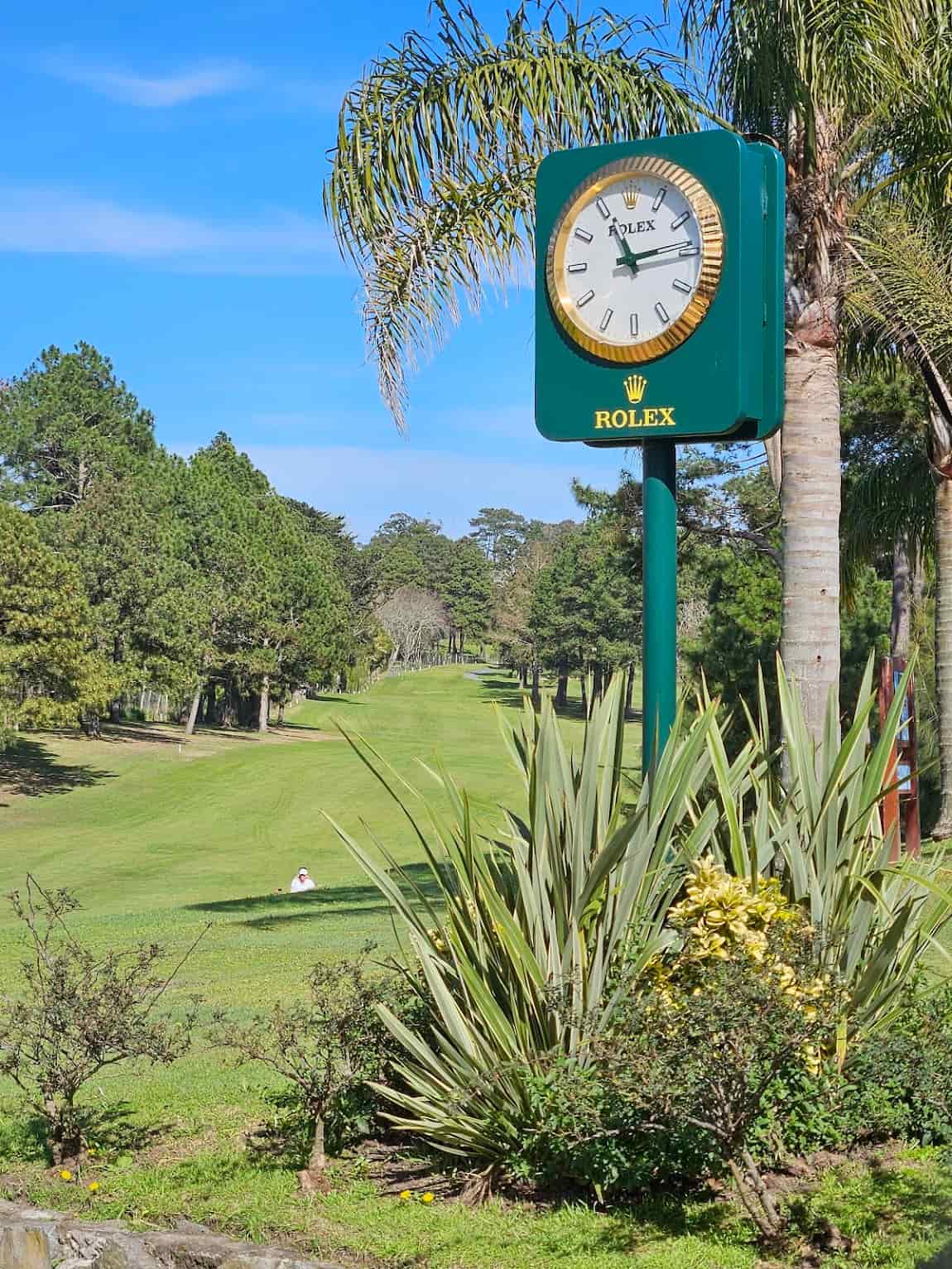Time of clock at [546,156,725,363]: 11:13
